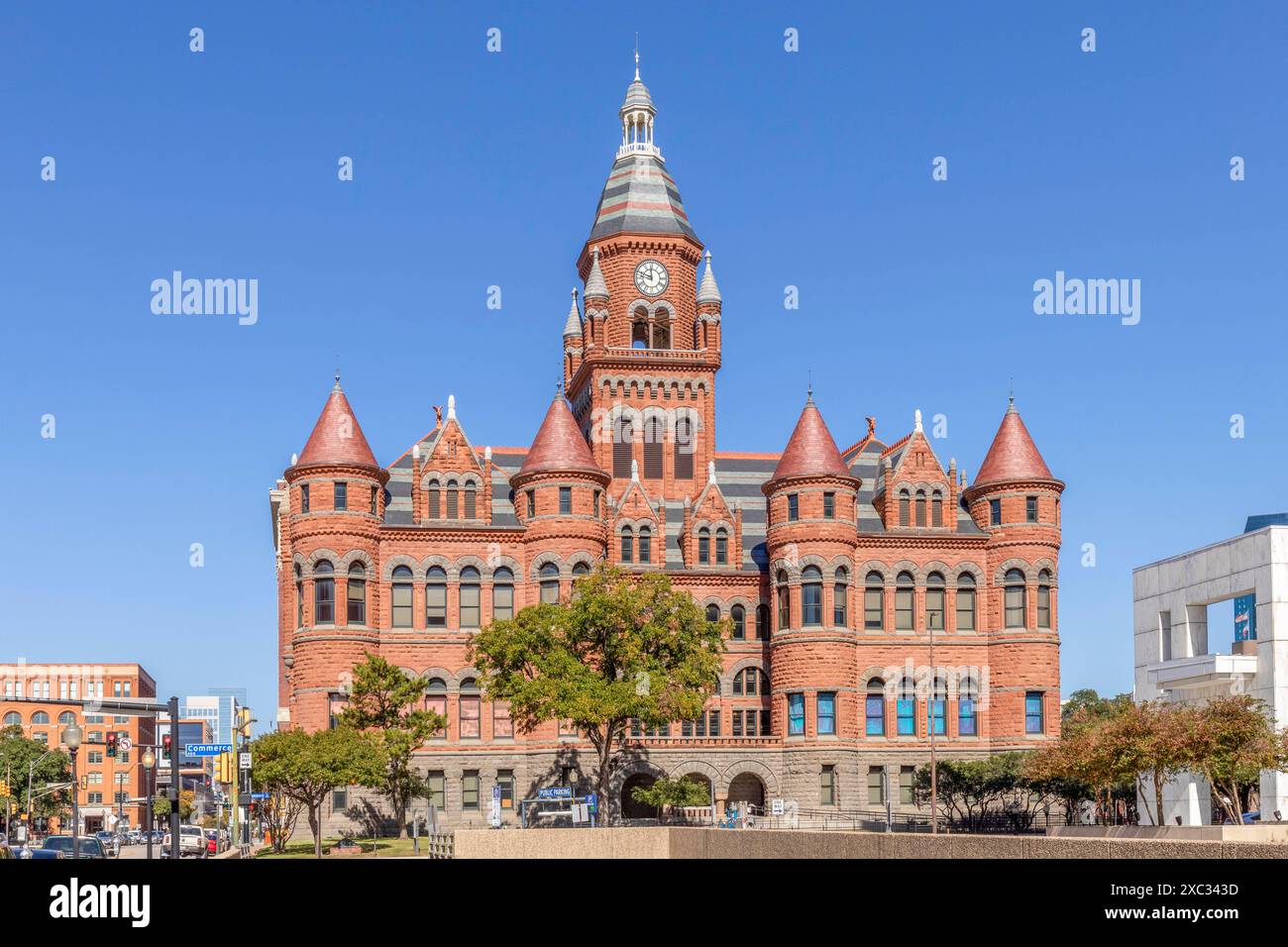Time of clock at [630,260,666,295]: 11:47
